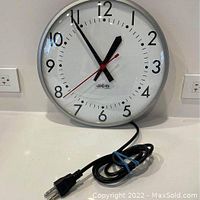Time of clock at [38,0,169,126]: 12:54
